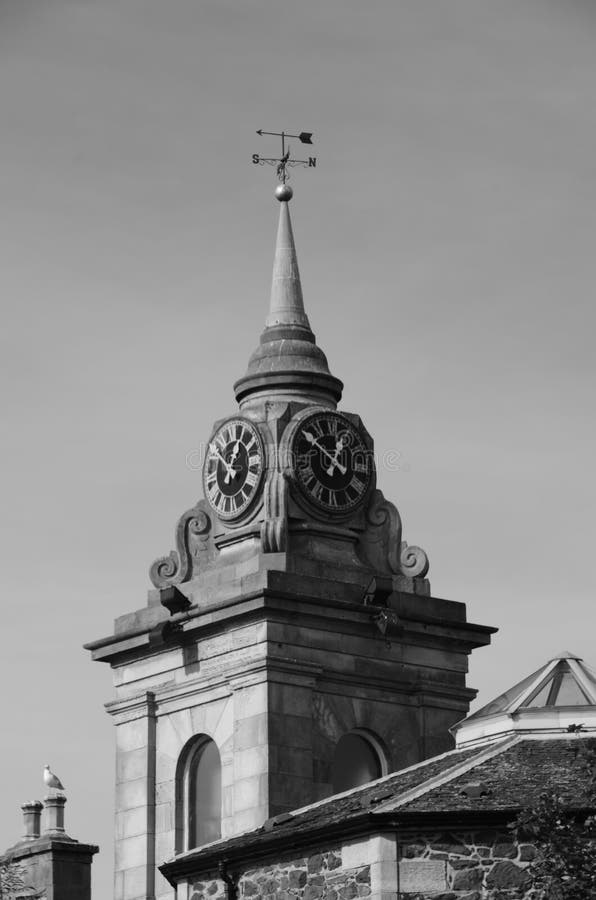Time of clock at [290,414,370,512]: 12:50
